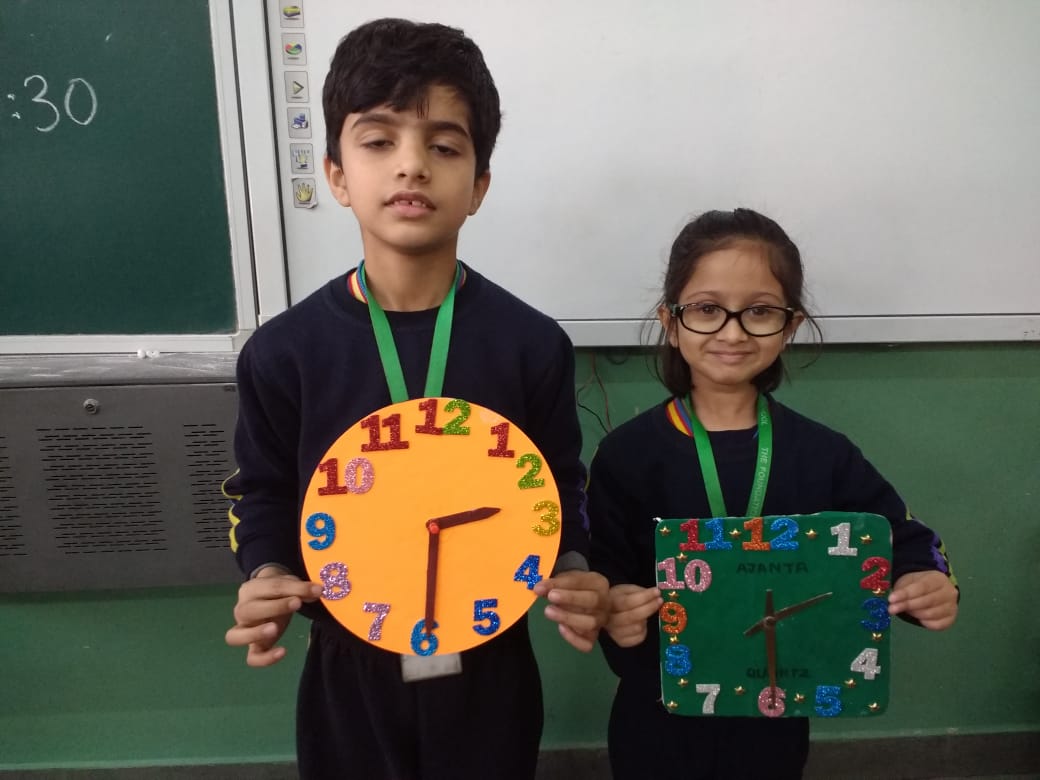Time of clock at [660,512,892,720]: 2:29
